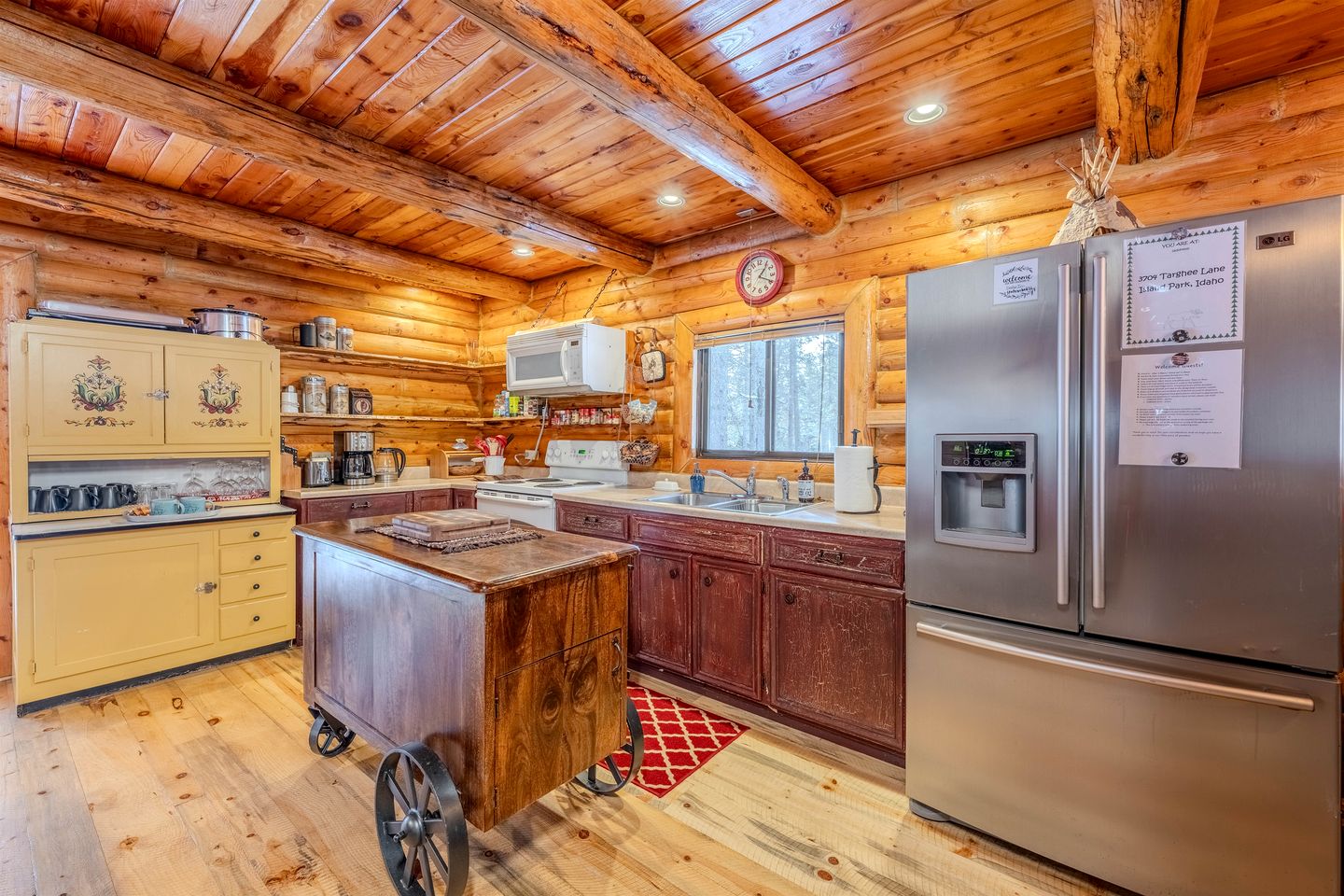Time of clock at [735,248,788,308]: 1:19
